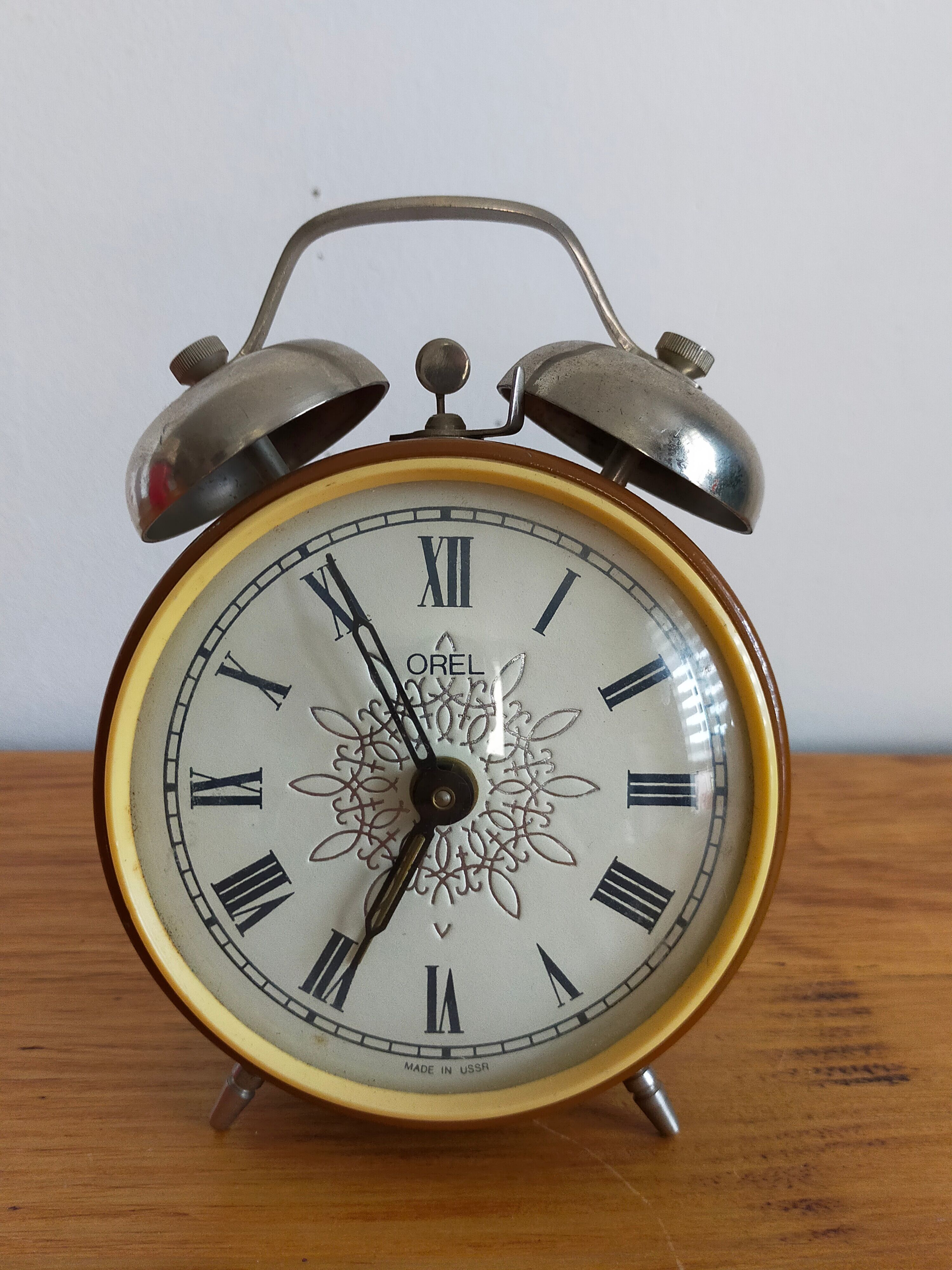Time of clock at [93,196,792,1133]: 6:55
